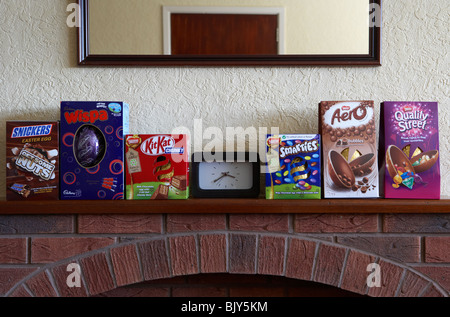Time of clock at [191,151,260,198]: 3:37
